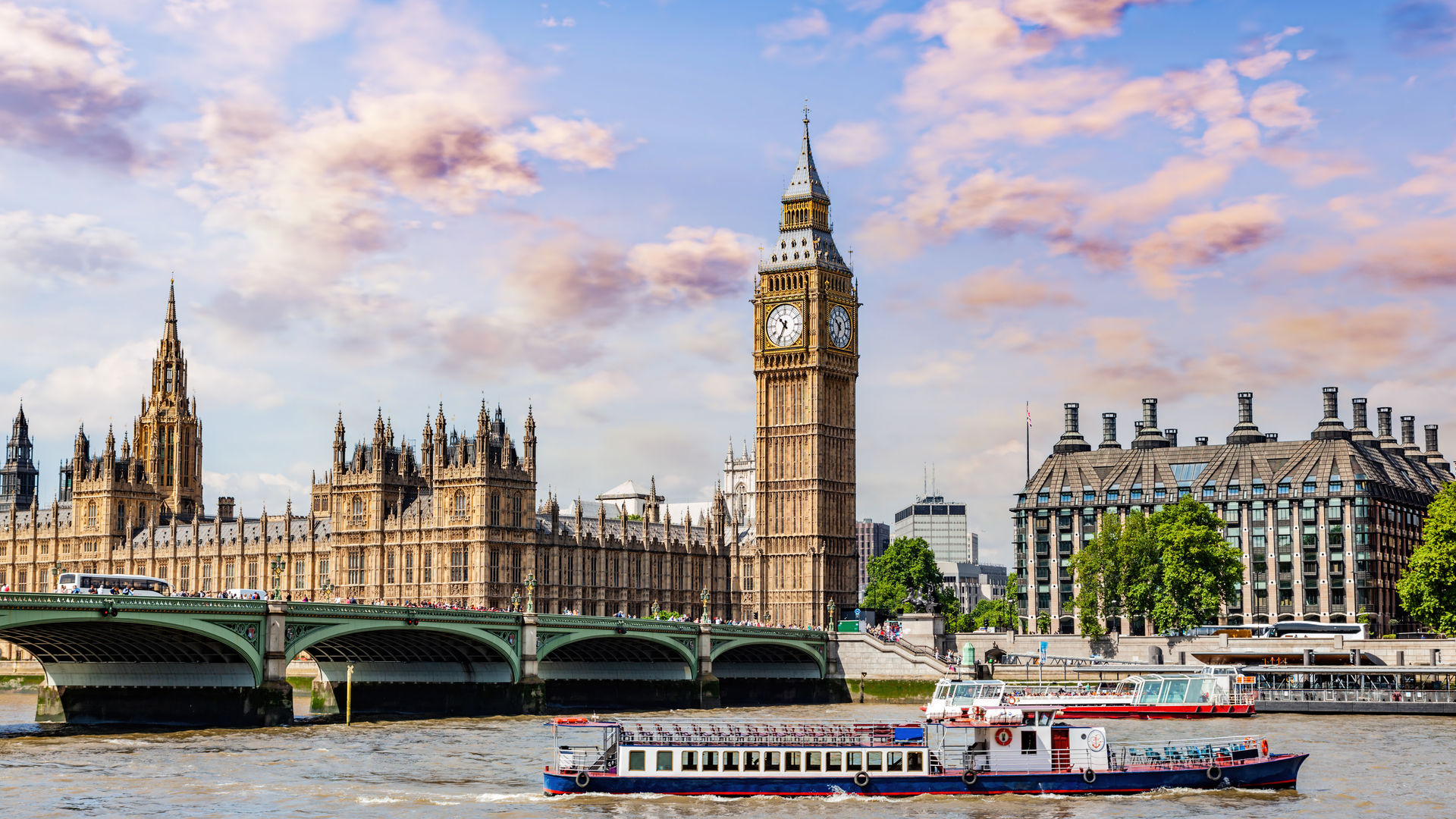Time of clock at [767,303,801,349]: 10:34
